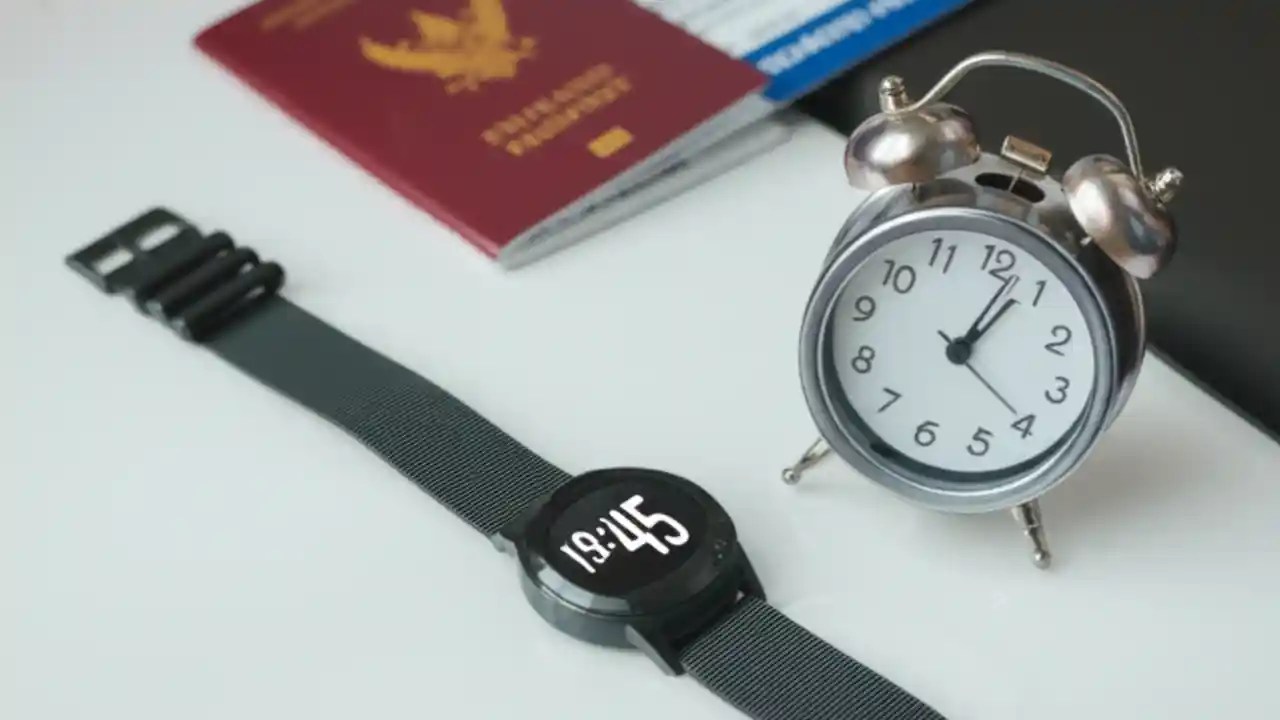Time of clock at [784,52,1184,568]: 1:03
